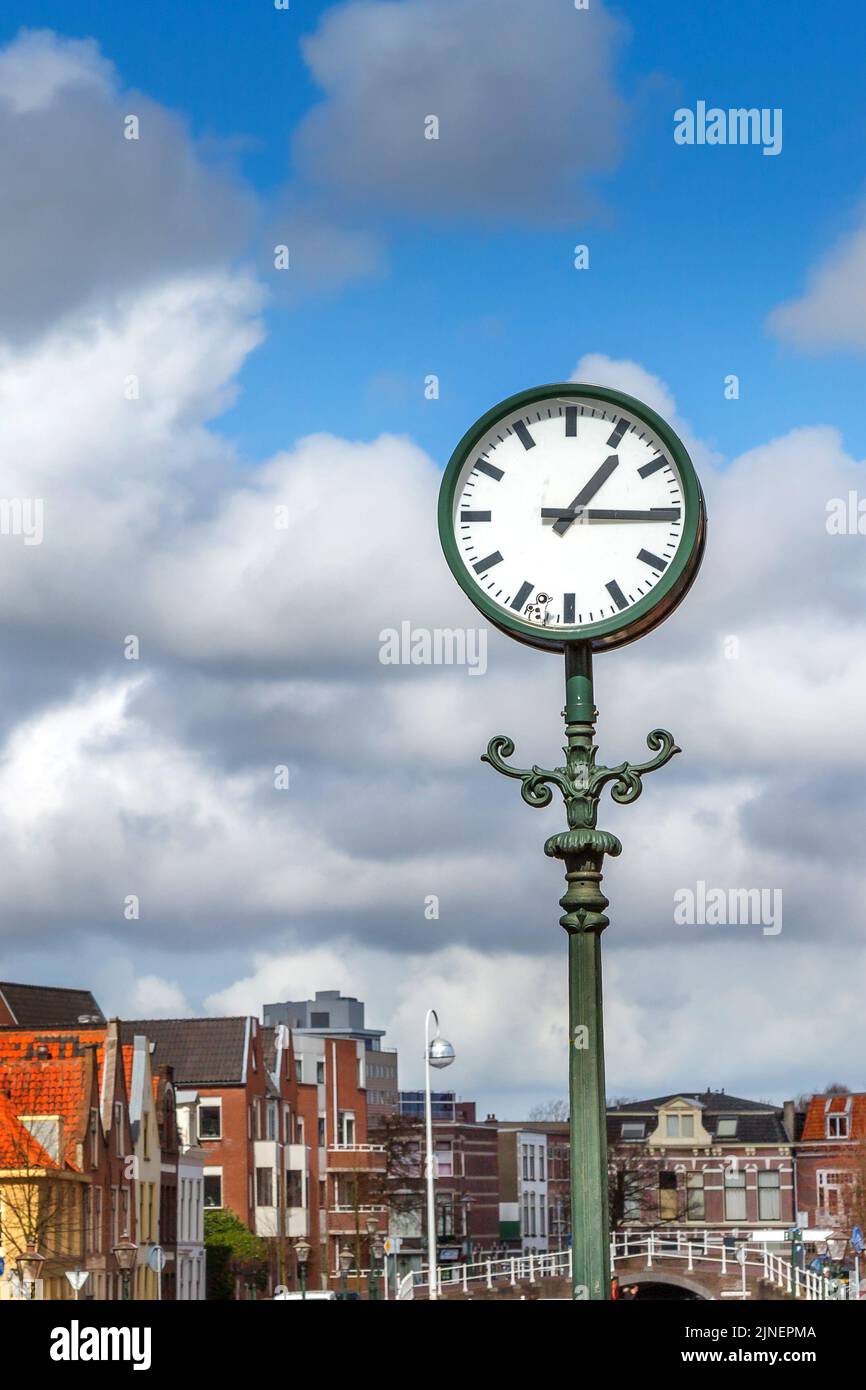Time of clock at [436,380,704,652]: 1:15
